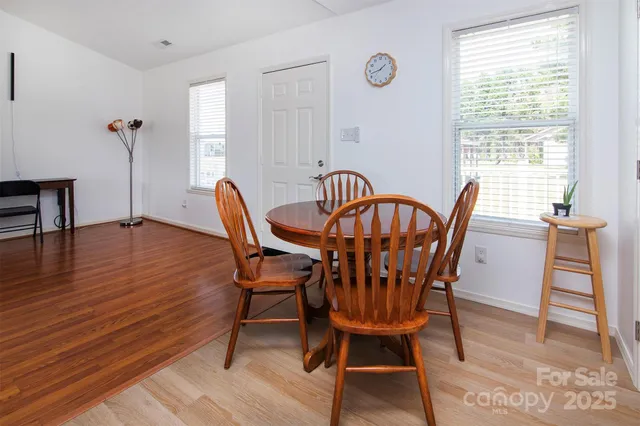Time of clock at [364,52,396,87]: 1:42
